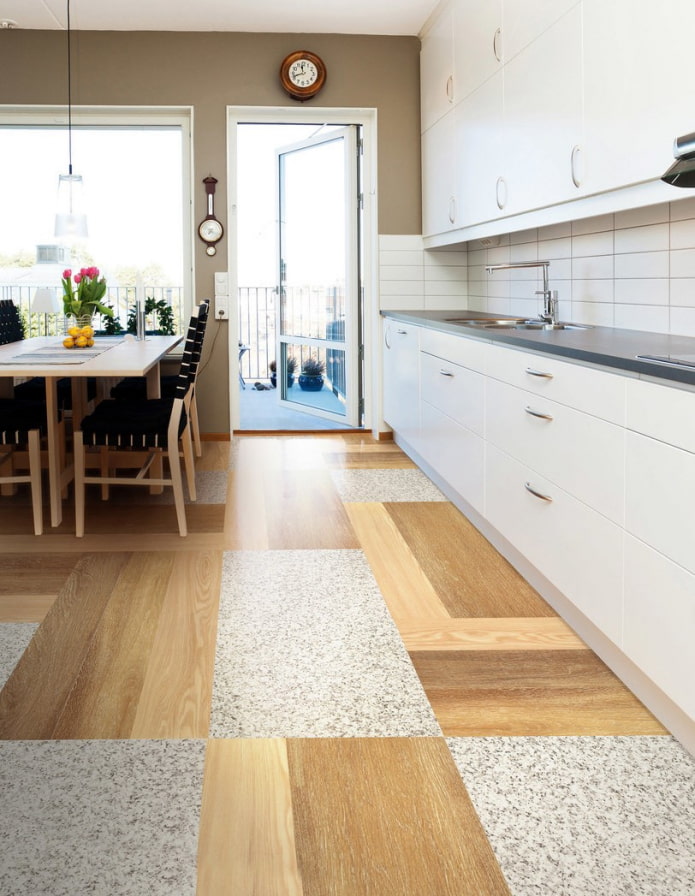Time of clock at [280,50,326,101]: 11:41
